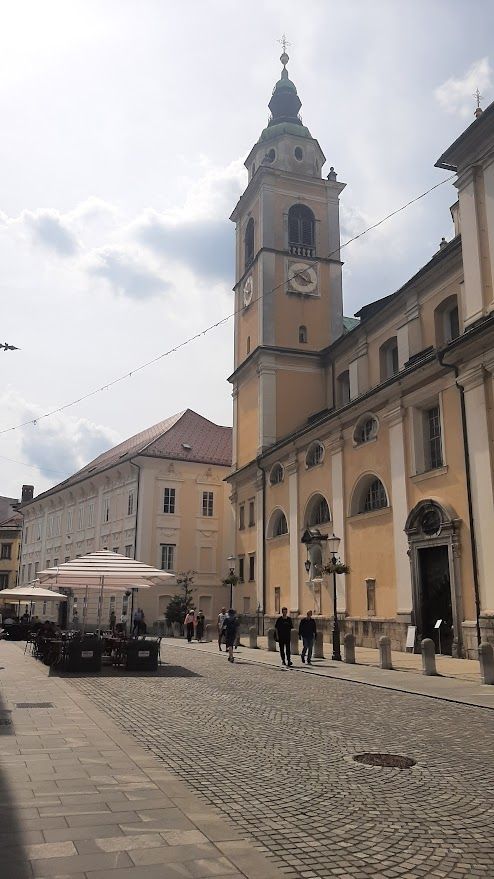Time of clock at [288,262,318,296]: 3:40
